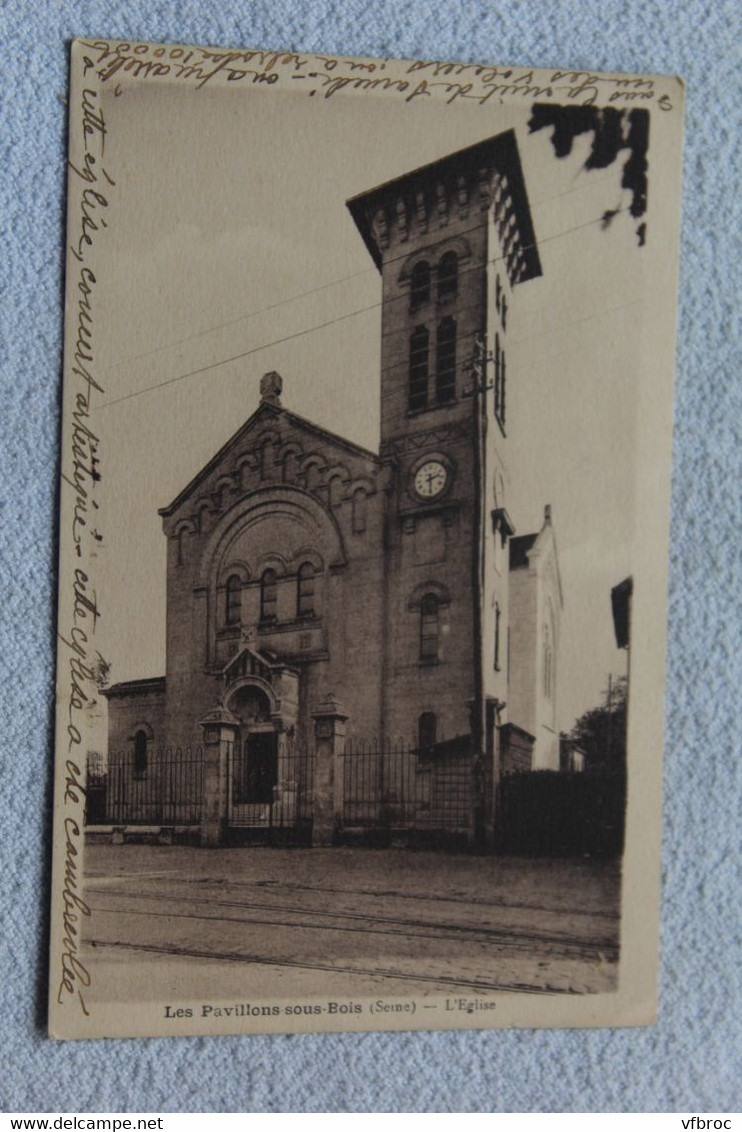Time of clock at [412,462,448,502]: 2:29
